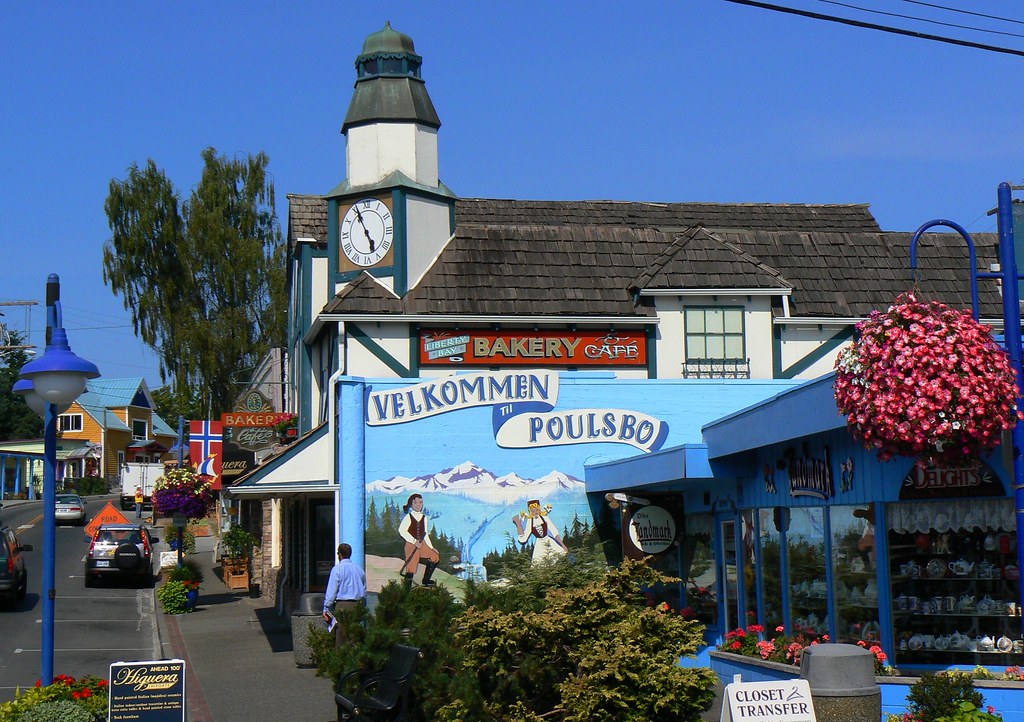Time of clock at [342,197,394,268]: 4:55
